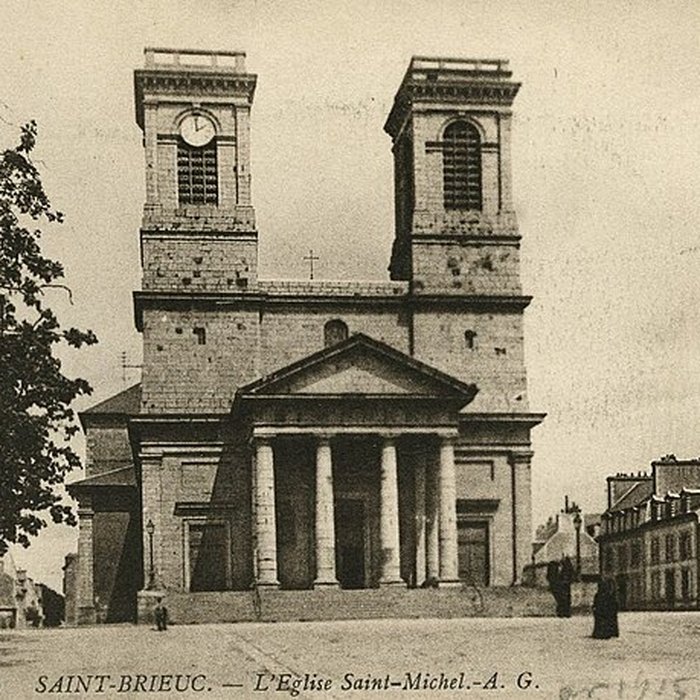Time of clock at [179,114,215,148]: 1:59
